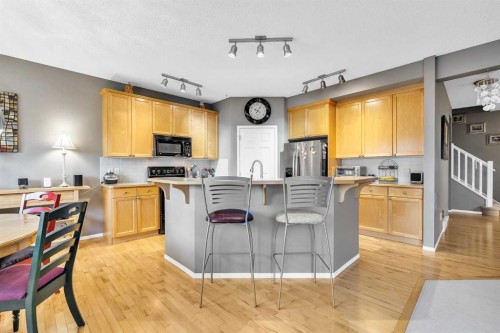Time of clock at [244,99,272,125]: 10:05
